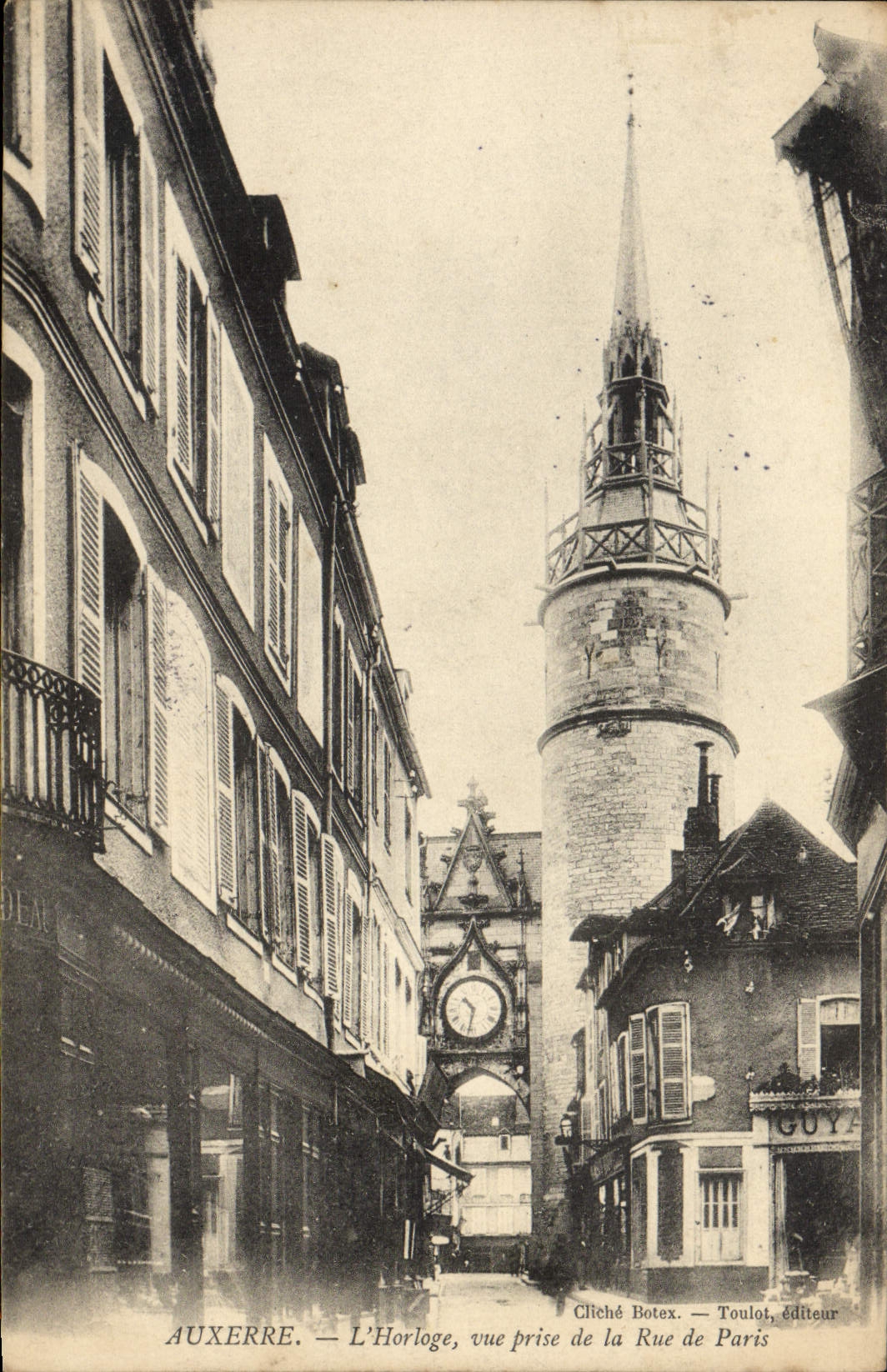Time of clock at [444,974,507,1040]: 10:32
